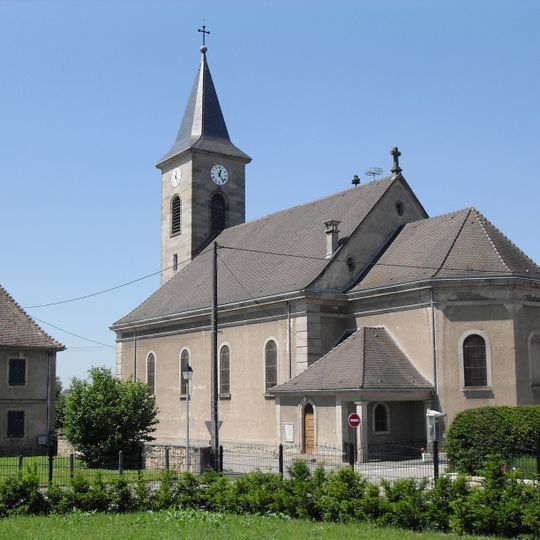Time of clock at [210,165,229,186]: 12:23
